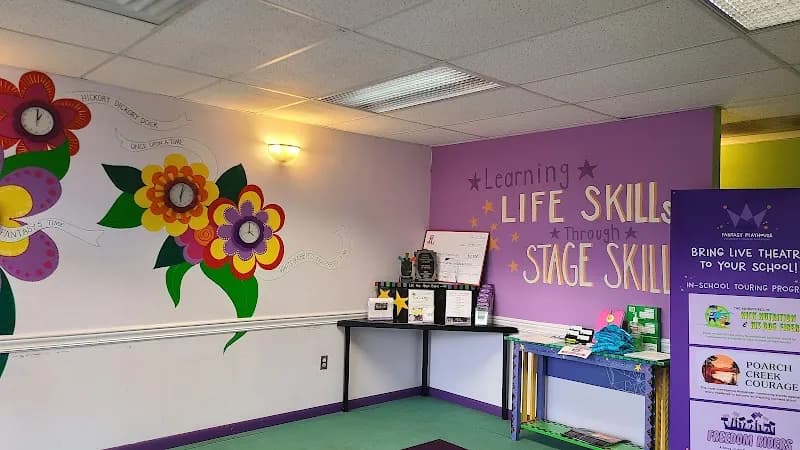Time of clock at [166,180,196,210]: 6:02
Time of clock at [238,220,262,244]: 4:00
